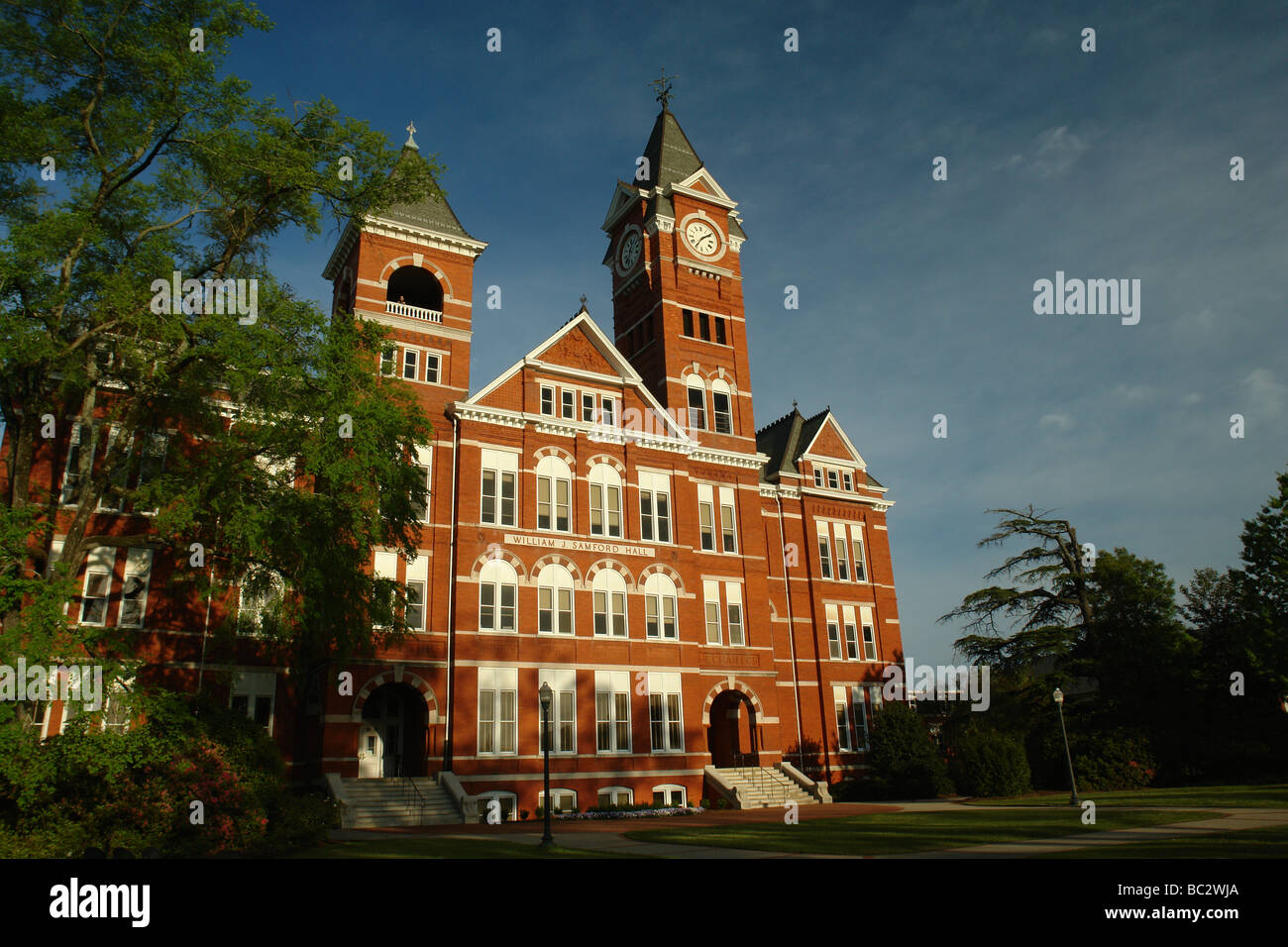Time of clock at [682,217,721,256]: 7:09
